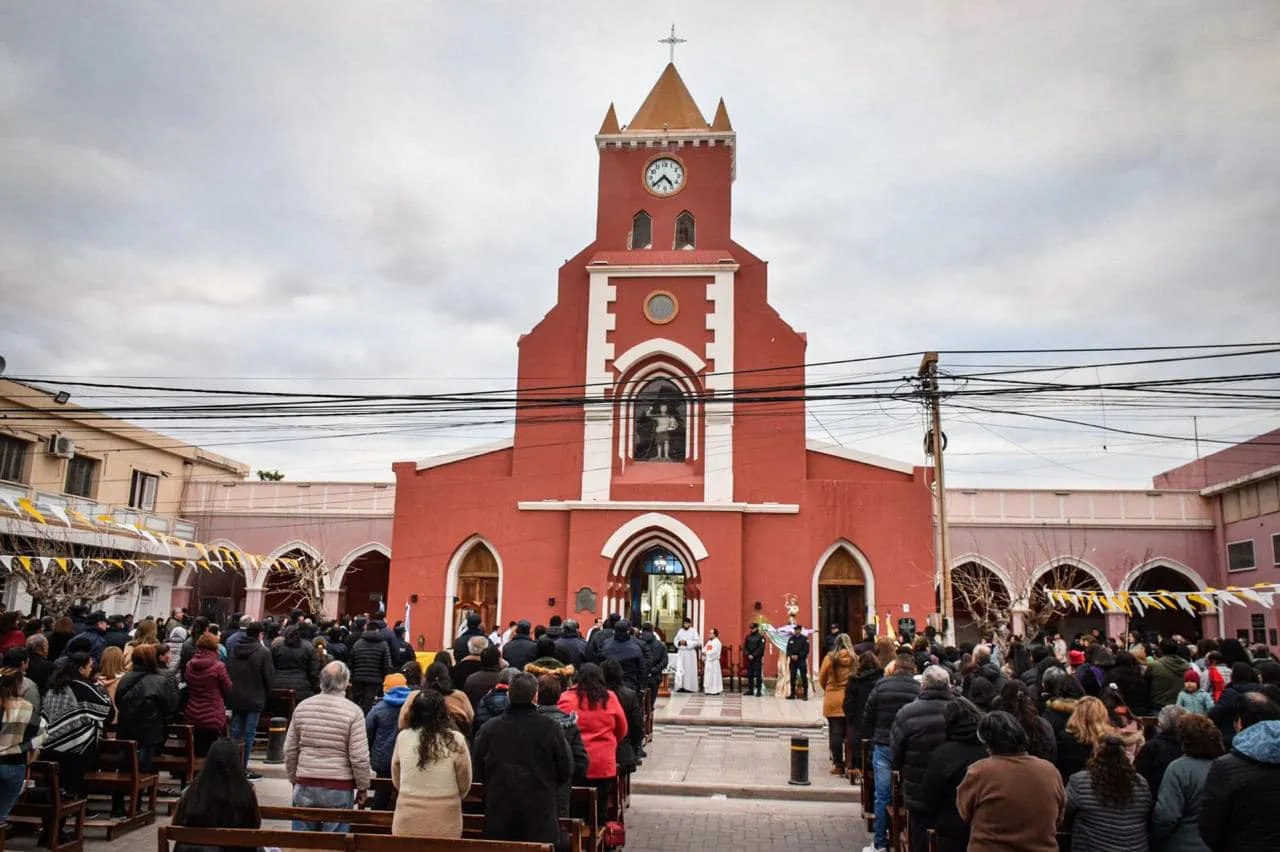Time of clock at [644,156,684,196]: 4:38
